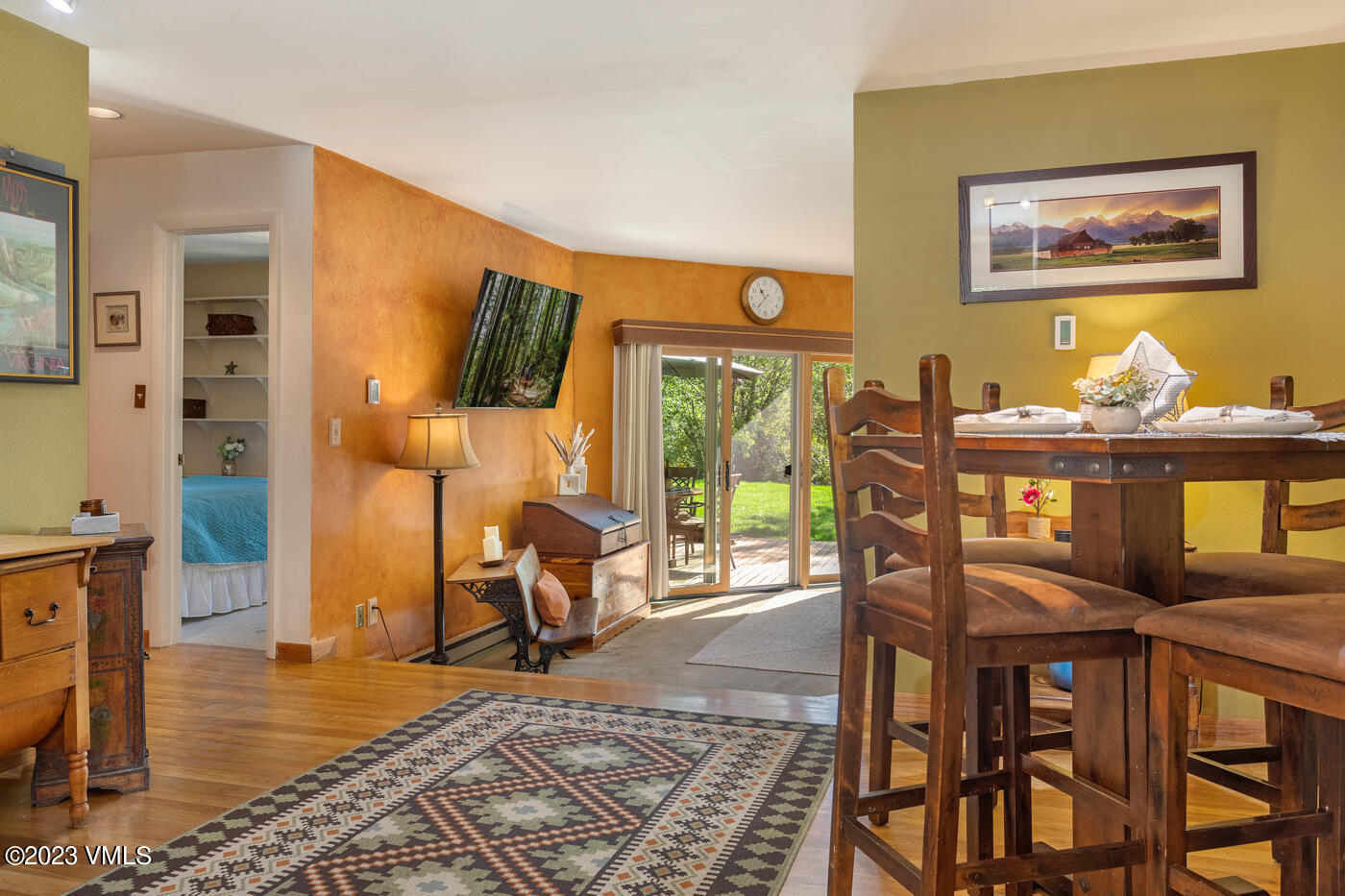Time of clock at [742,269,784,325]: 10:37
